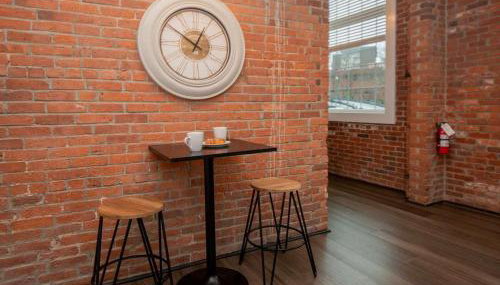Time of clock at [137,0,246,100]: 12:50
